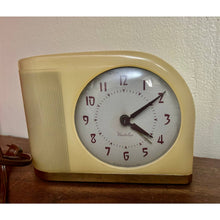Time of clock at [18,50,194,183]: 4:09
